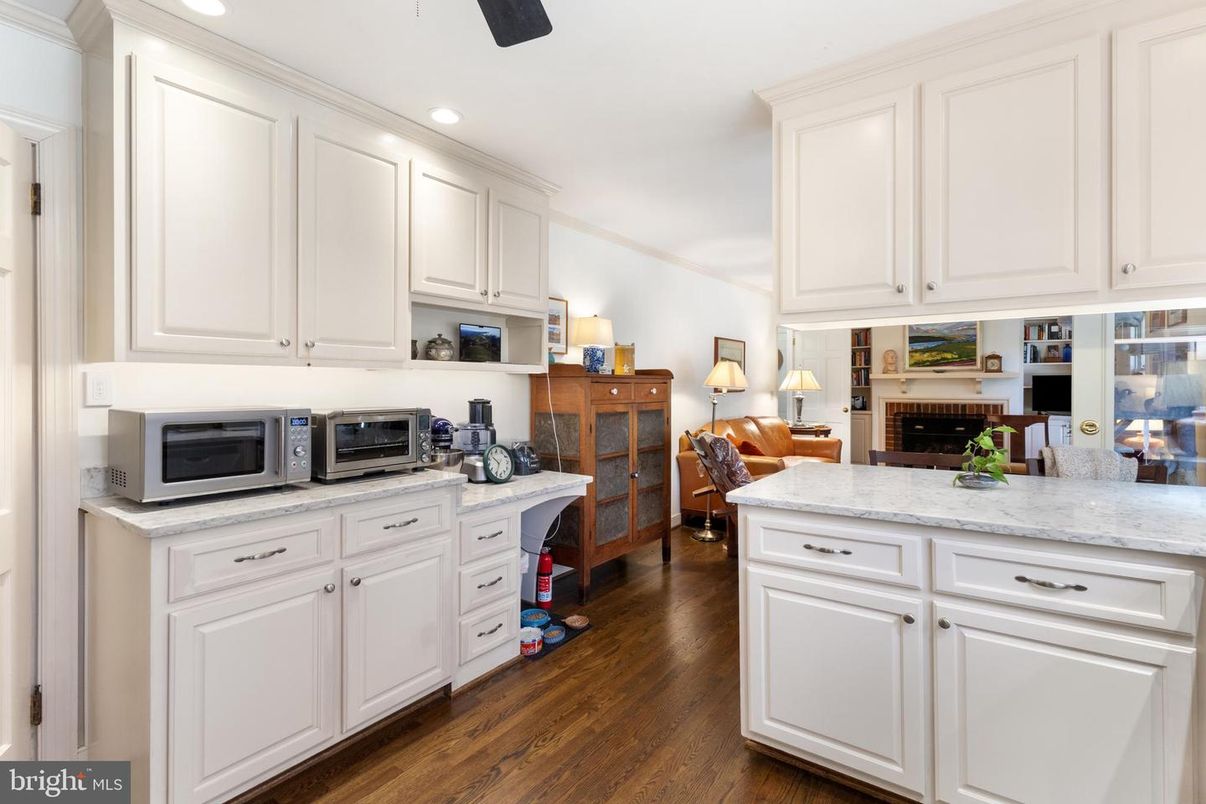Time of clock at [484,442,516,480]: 10:33
